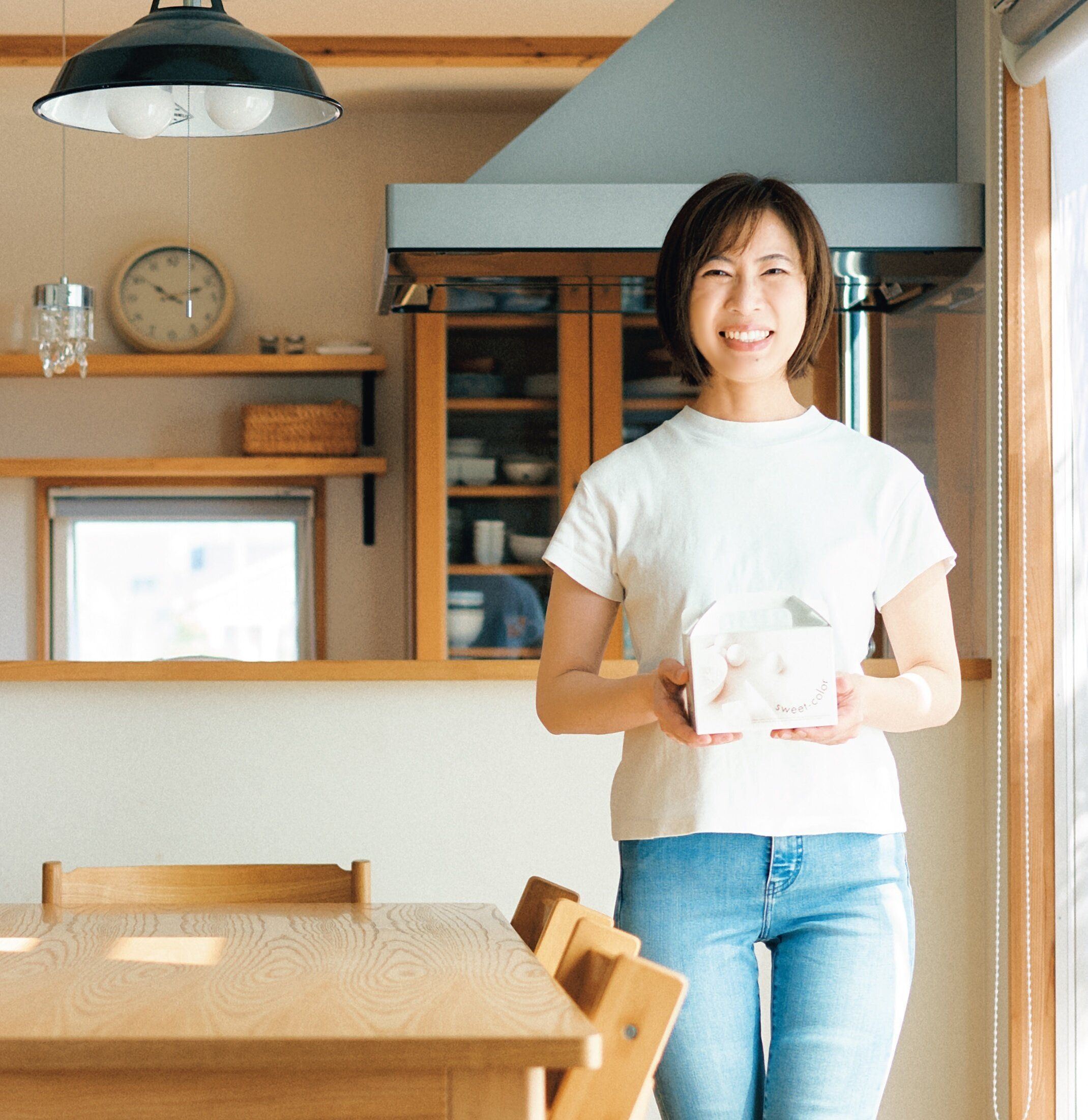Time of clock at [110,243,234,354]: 10:12
